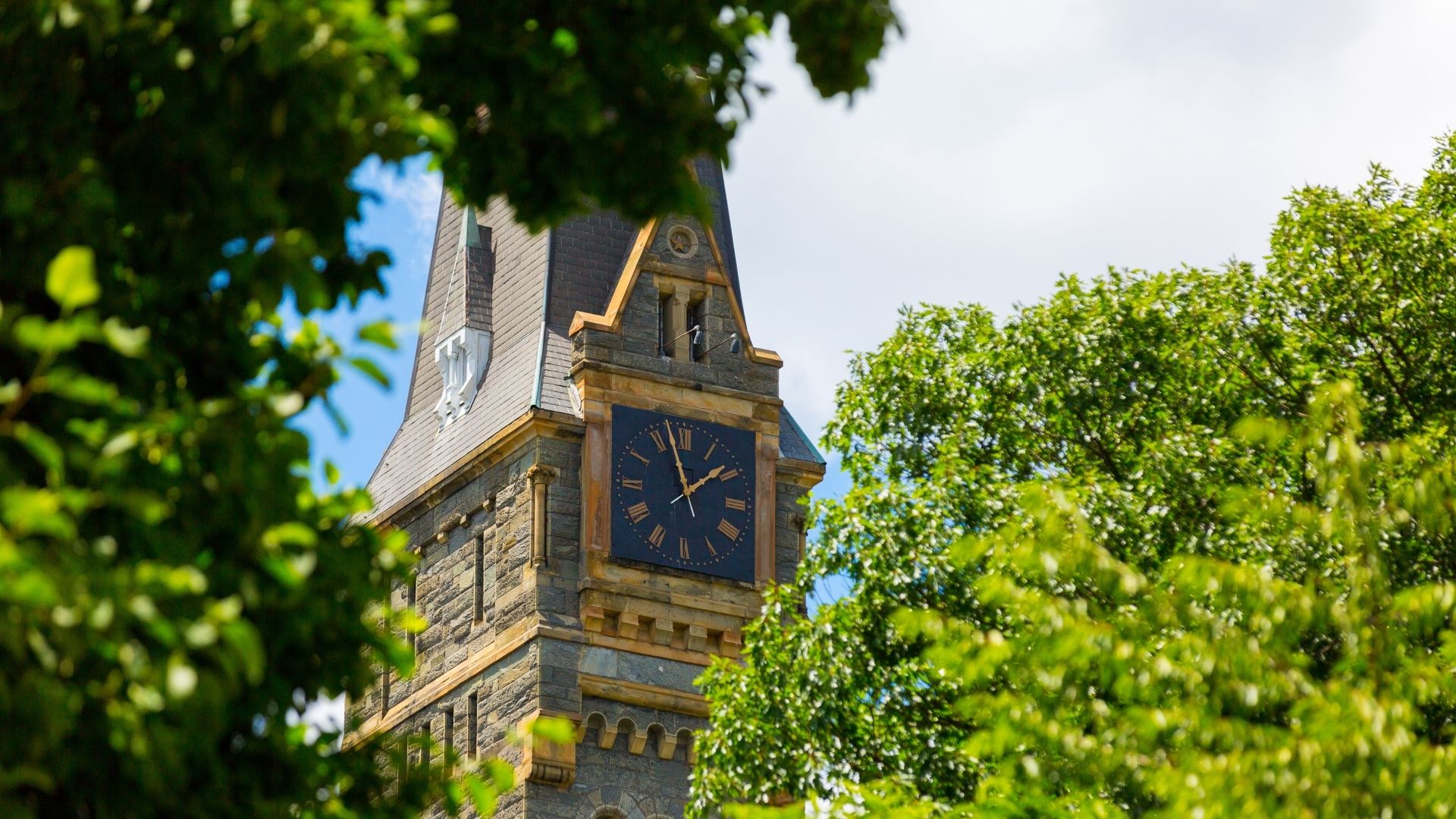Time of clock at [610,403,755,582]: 1:57
